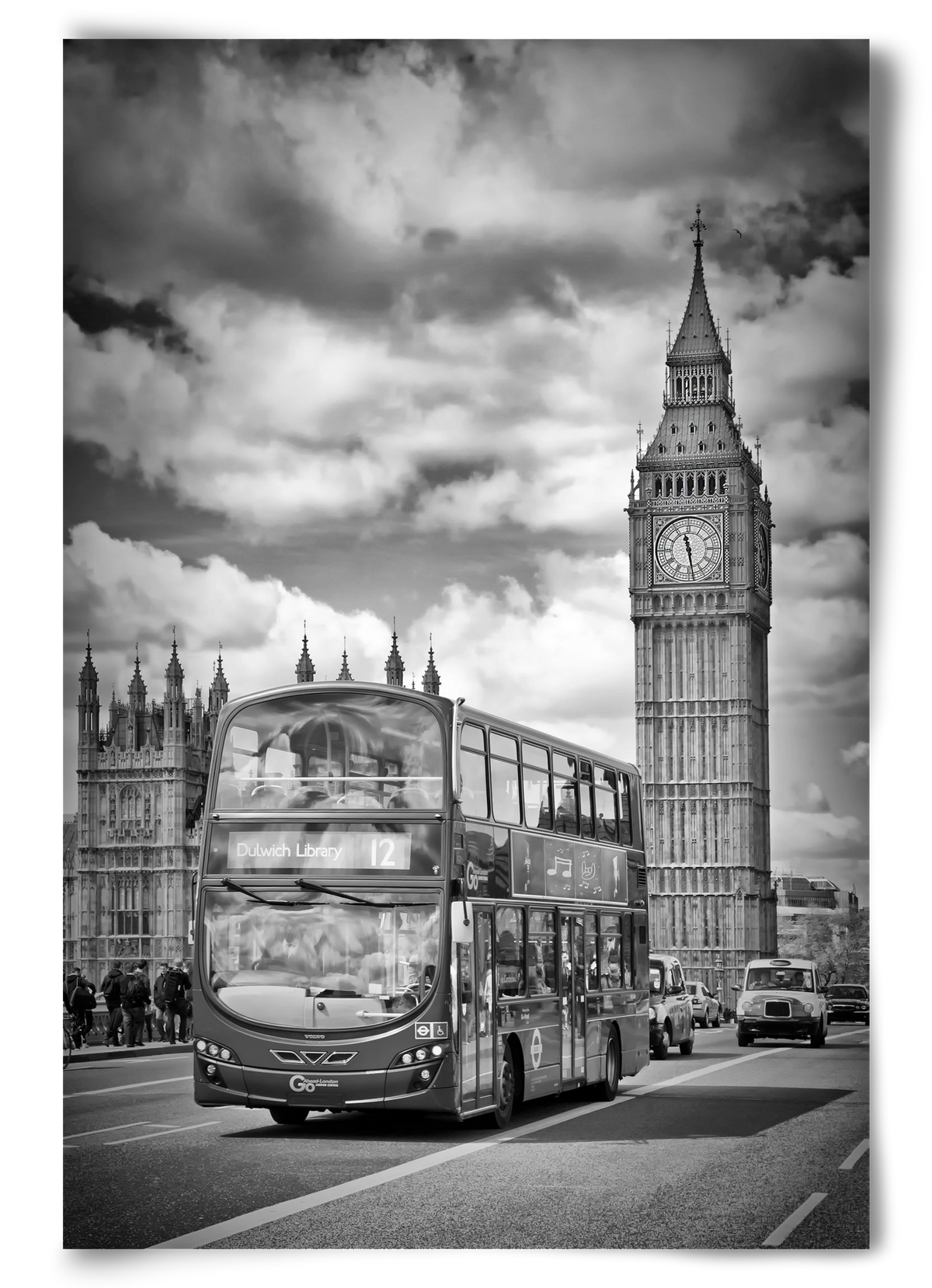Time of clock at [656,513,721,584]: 11:28
